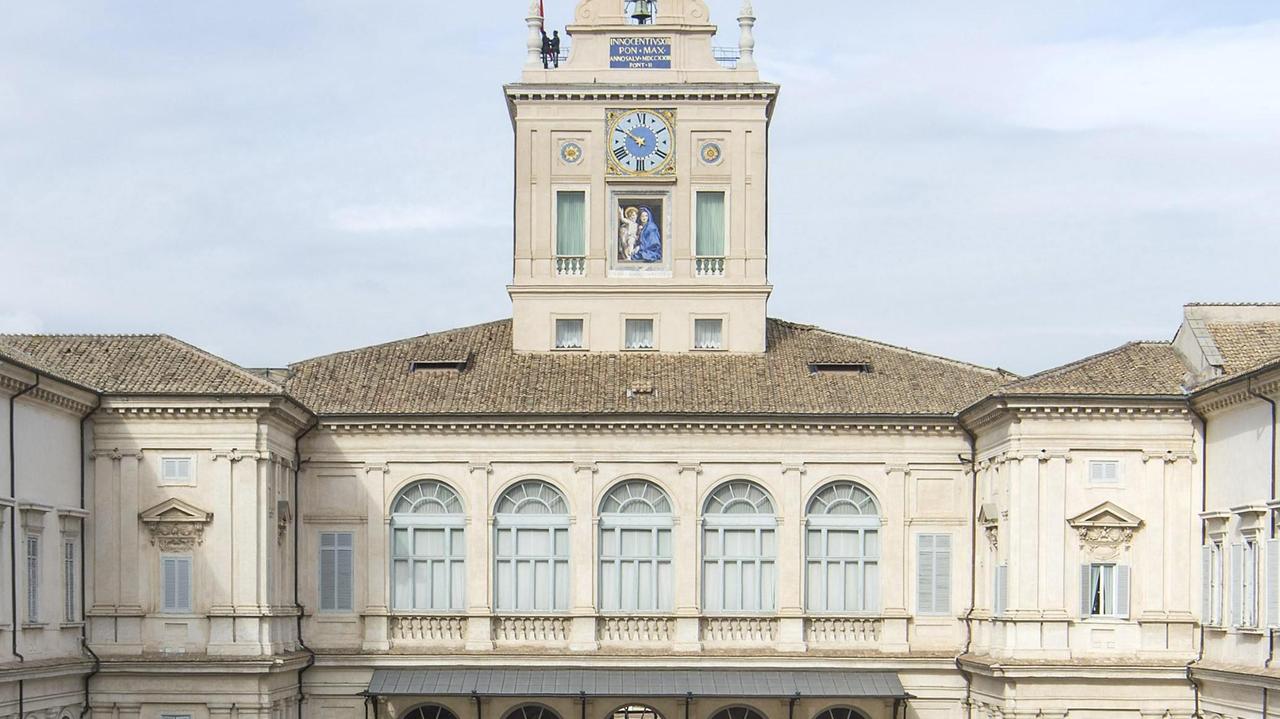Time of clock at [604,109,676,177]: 9:50
